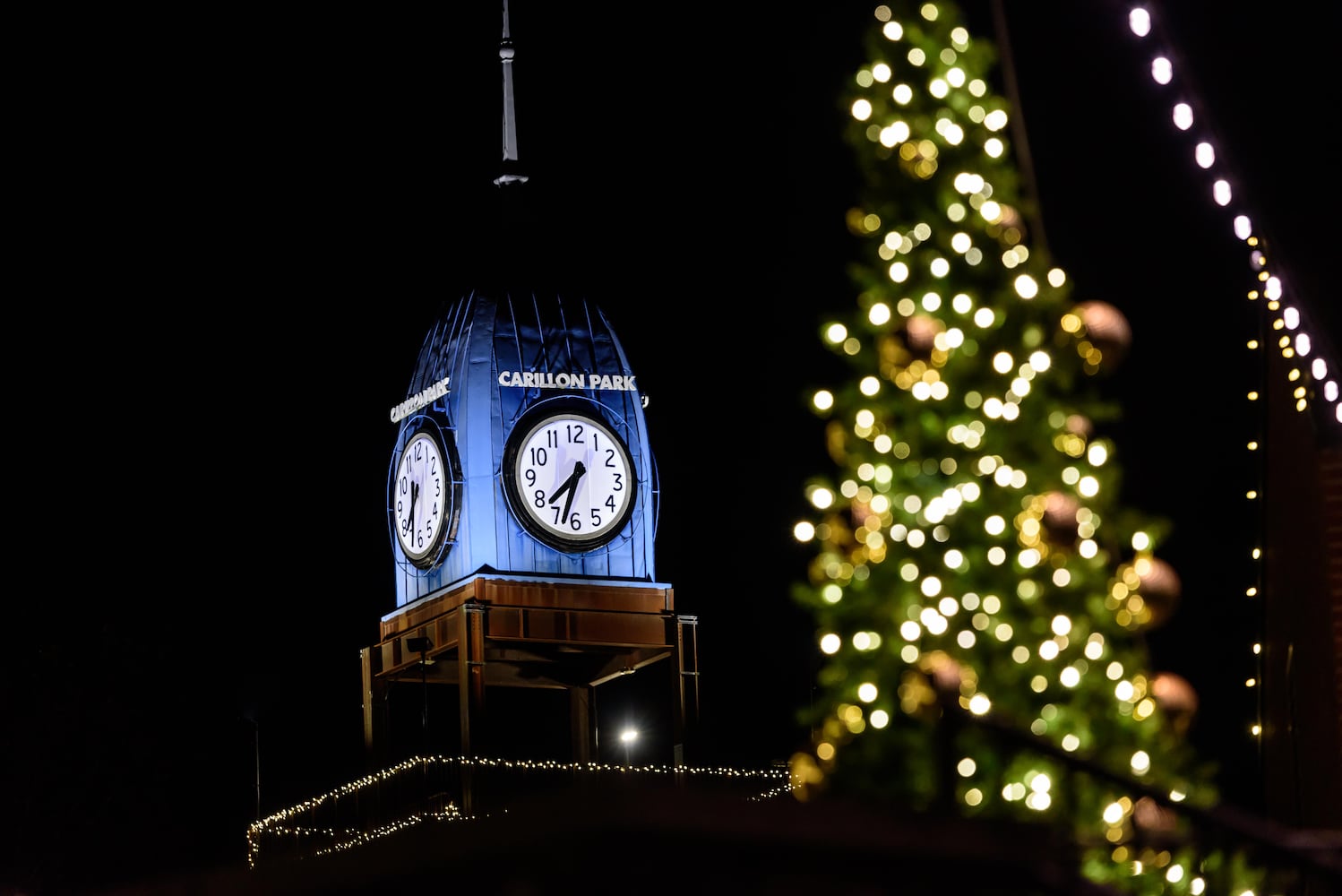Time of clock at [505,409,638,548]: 7:32
